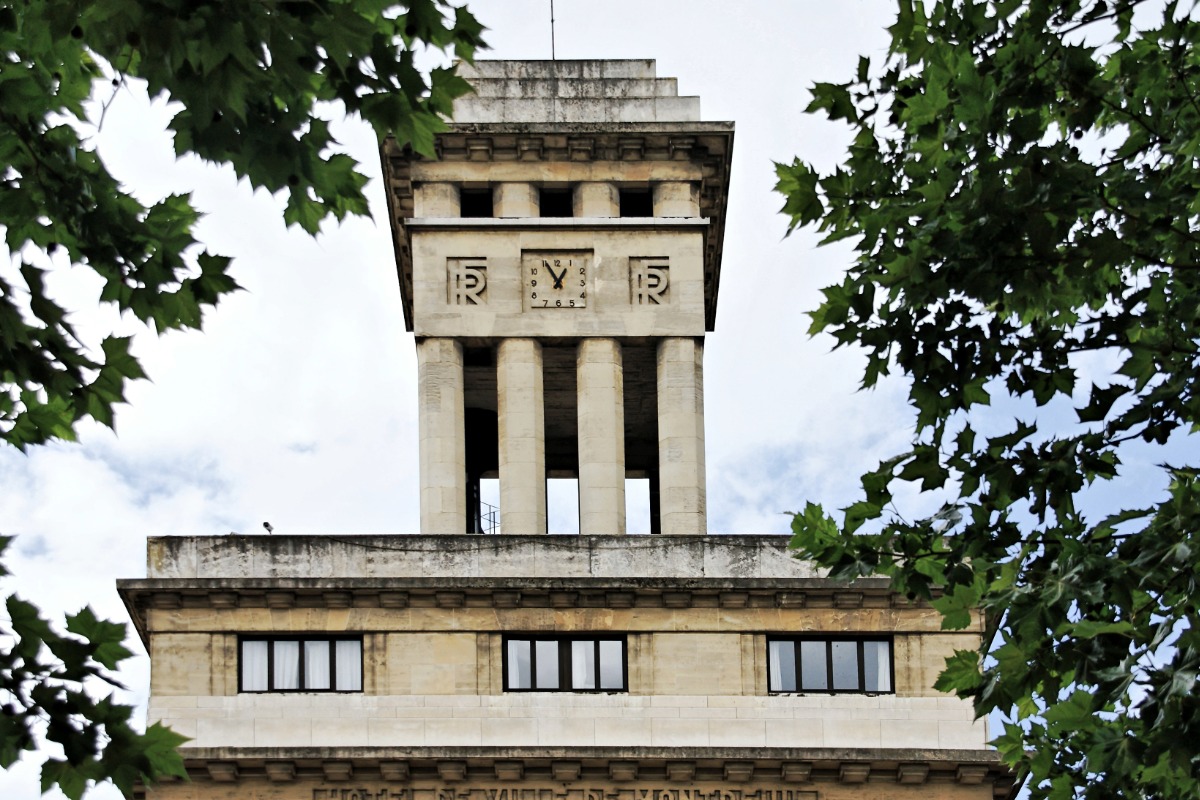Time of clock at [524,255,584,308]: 12:55
